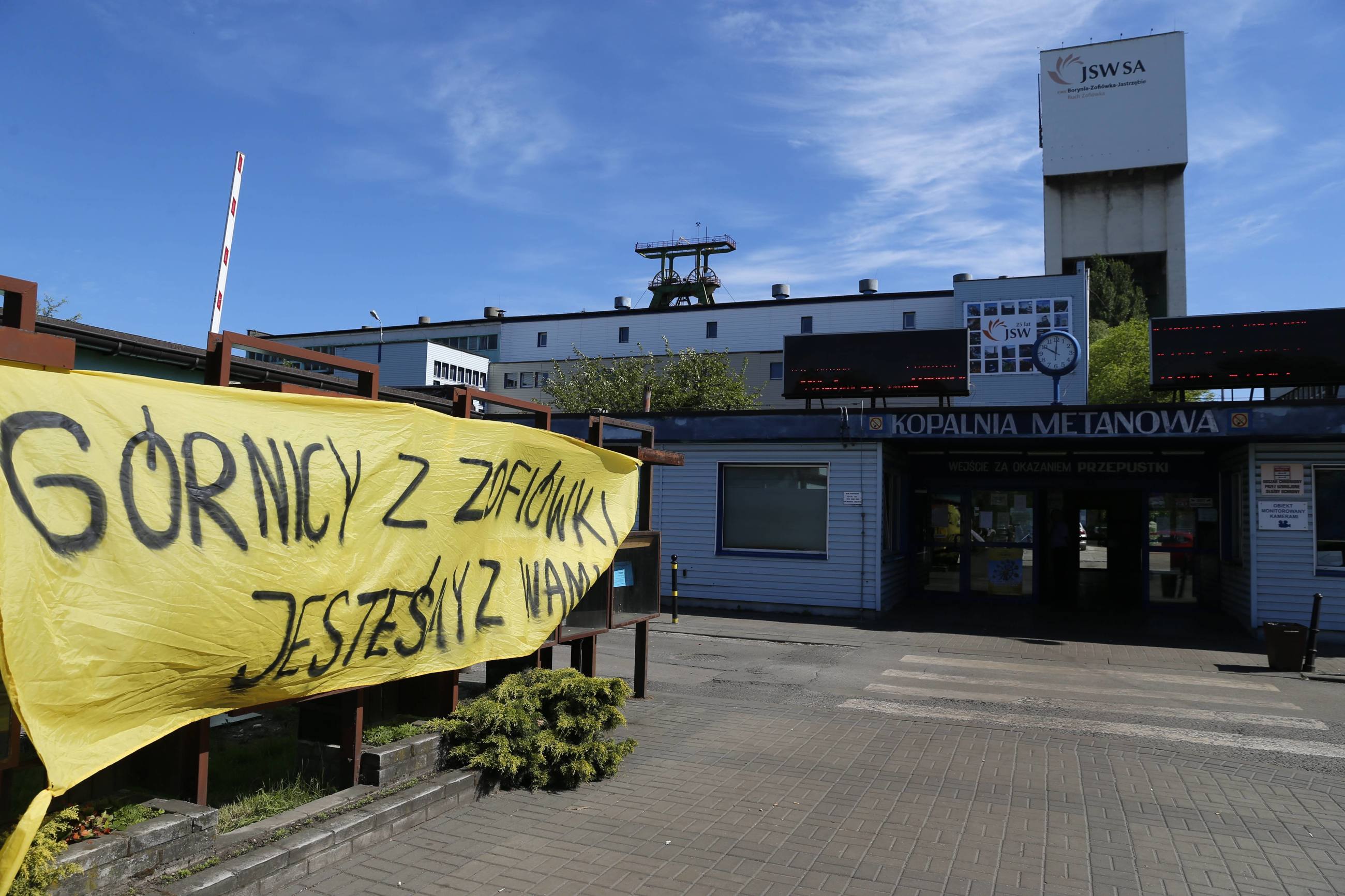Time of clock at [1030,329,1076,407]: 10:00
